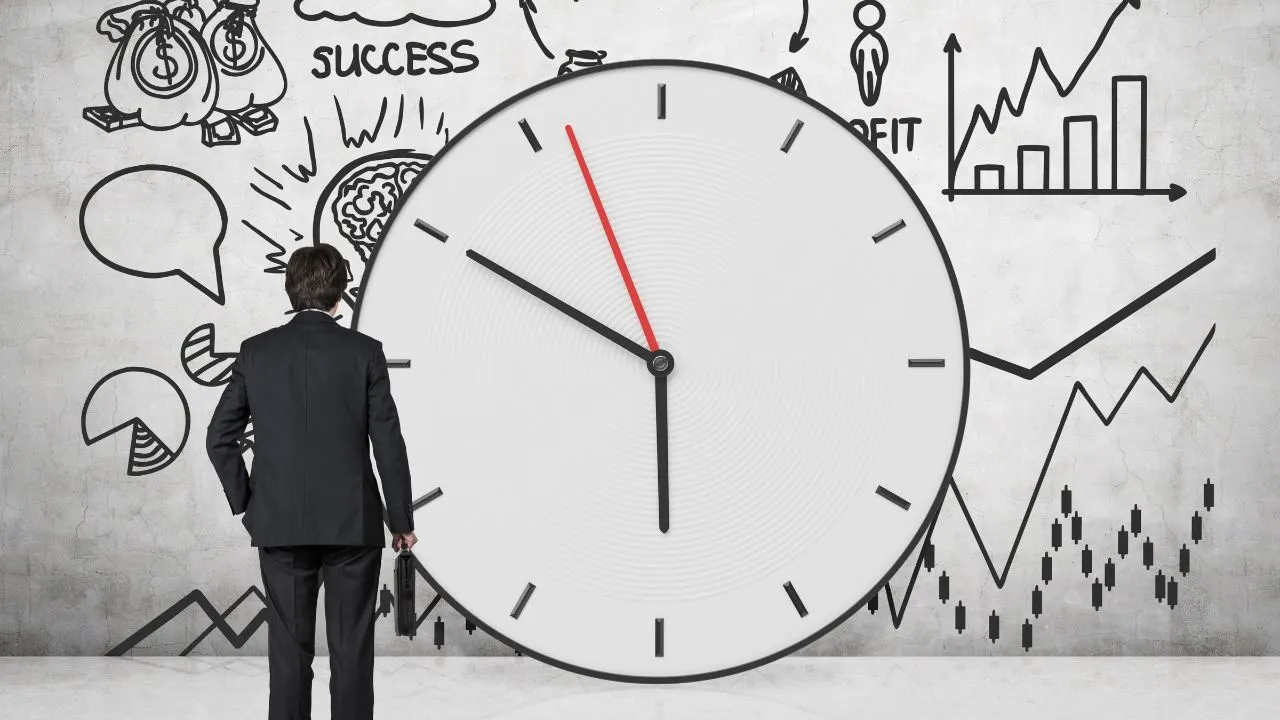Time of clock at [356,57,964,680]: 5:49
